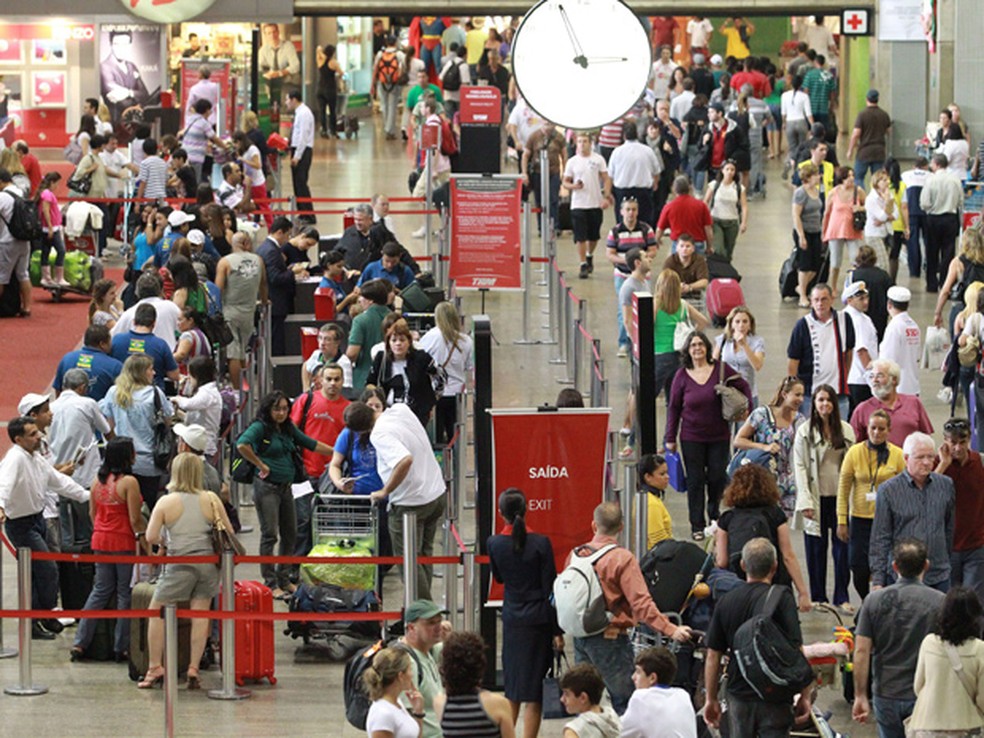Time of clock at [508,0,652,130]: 2:55
